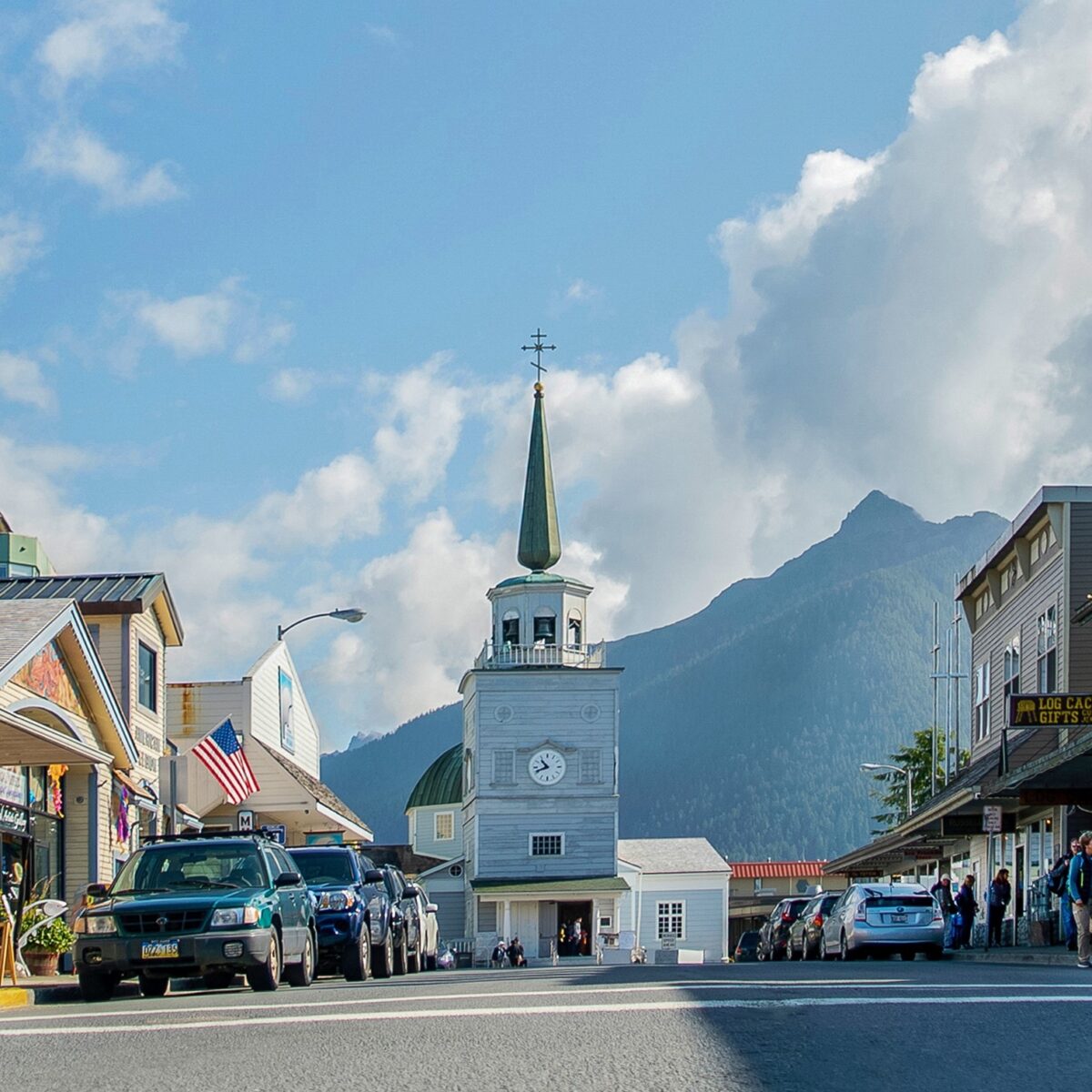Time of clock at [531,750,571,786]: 10:41
